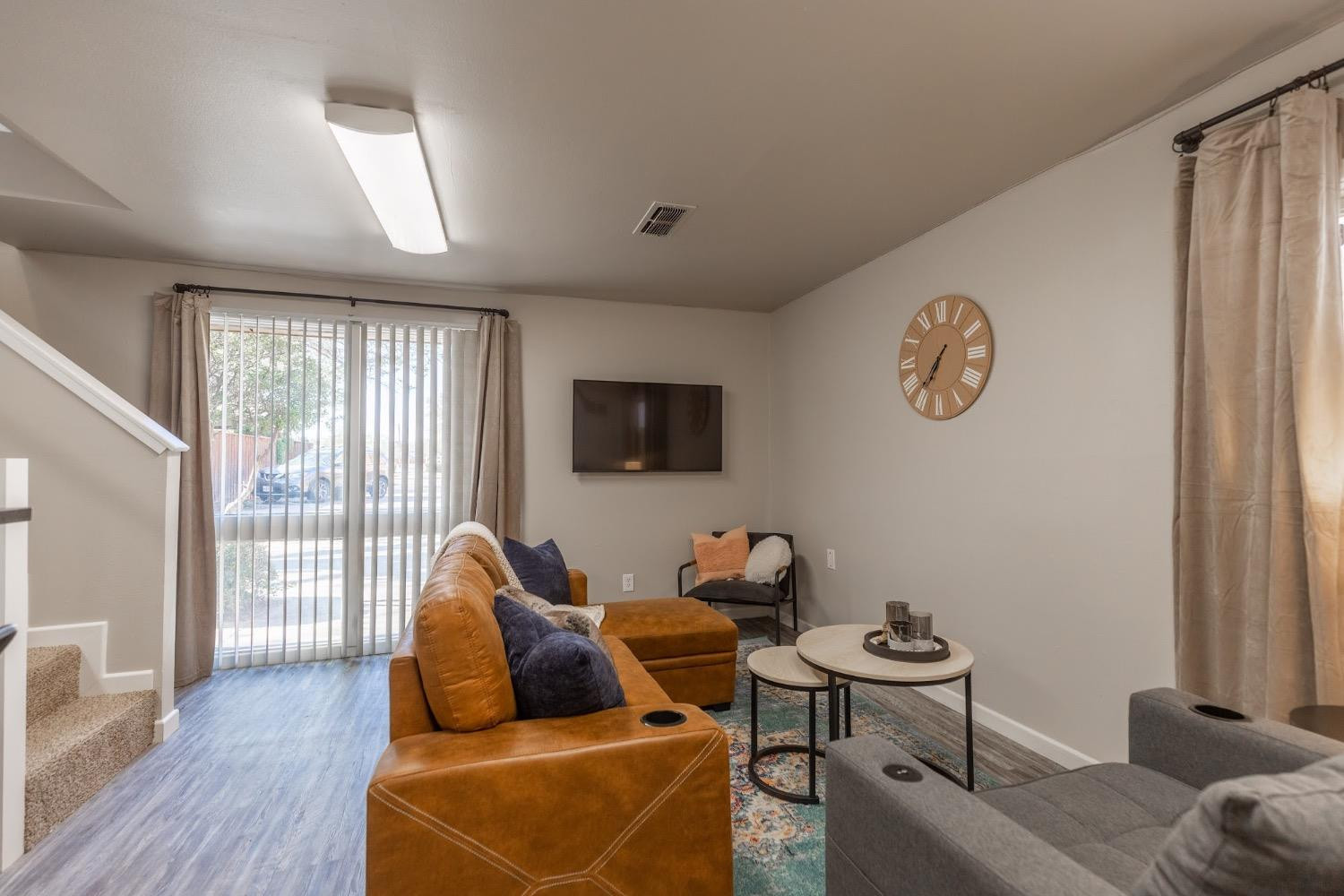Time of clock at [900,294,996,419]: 6:36
